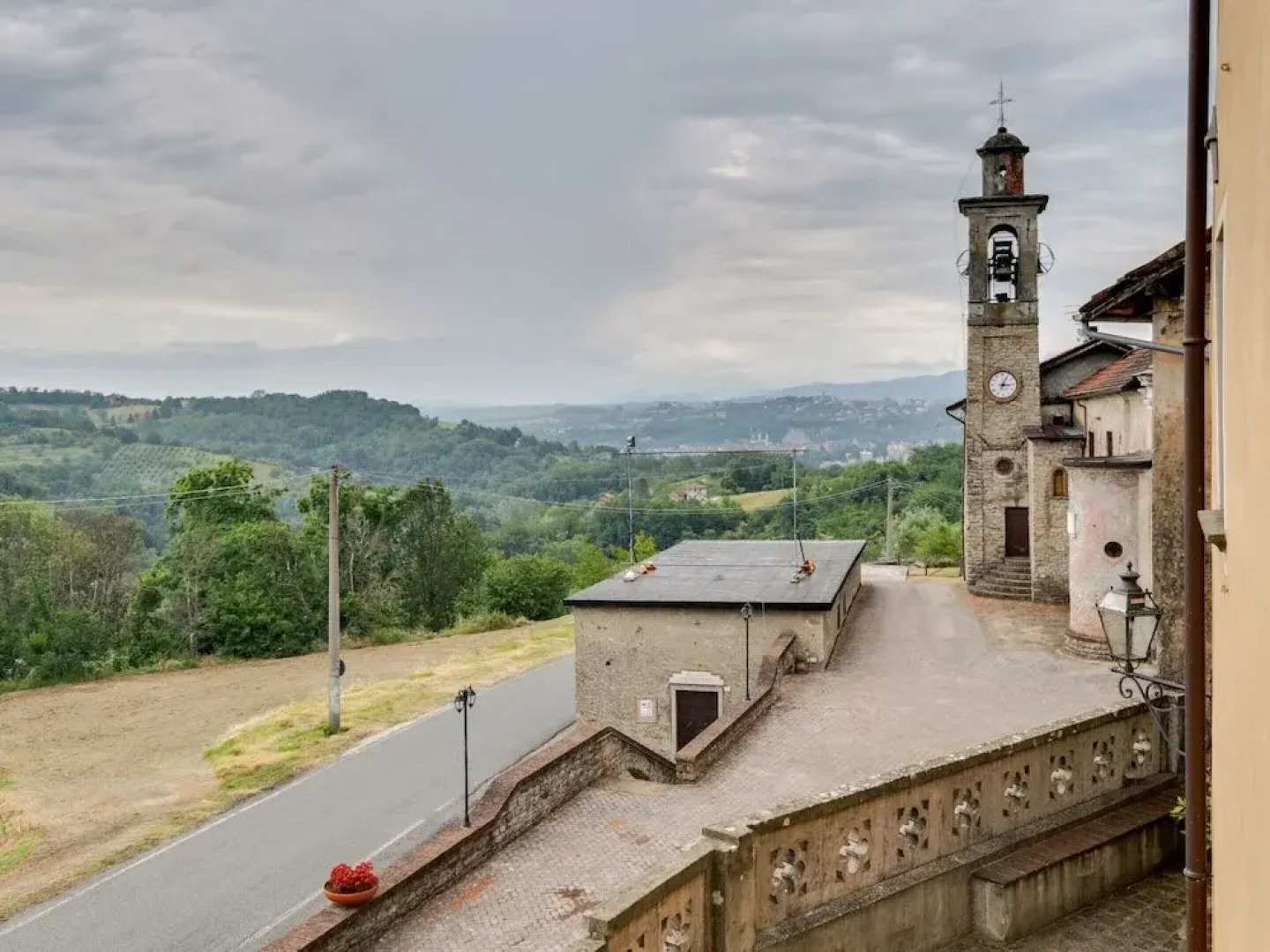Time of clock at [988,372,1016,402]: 3:04
